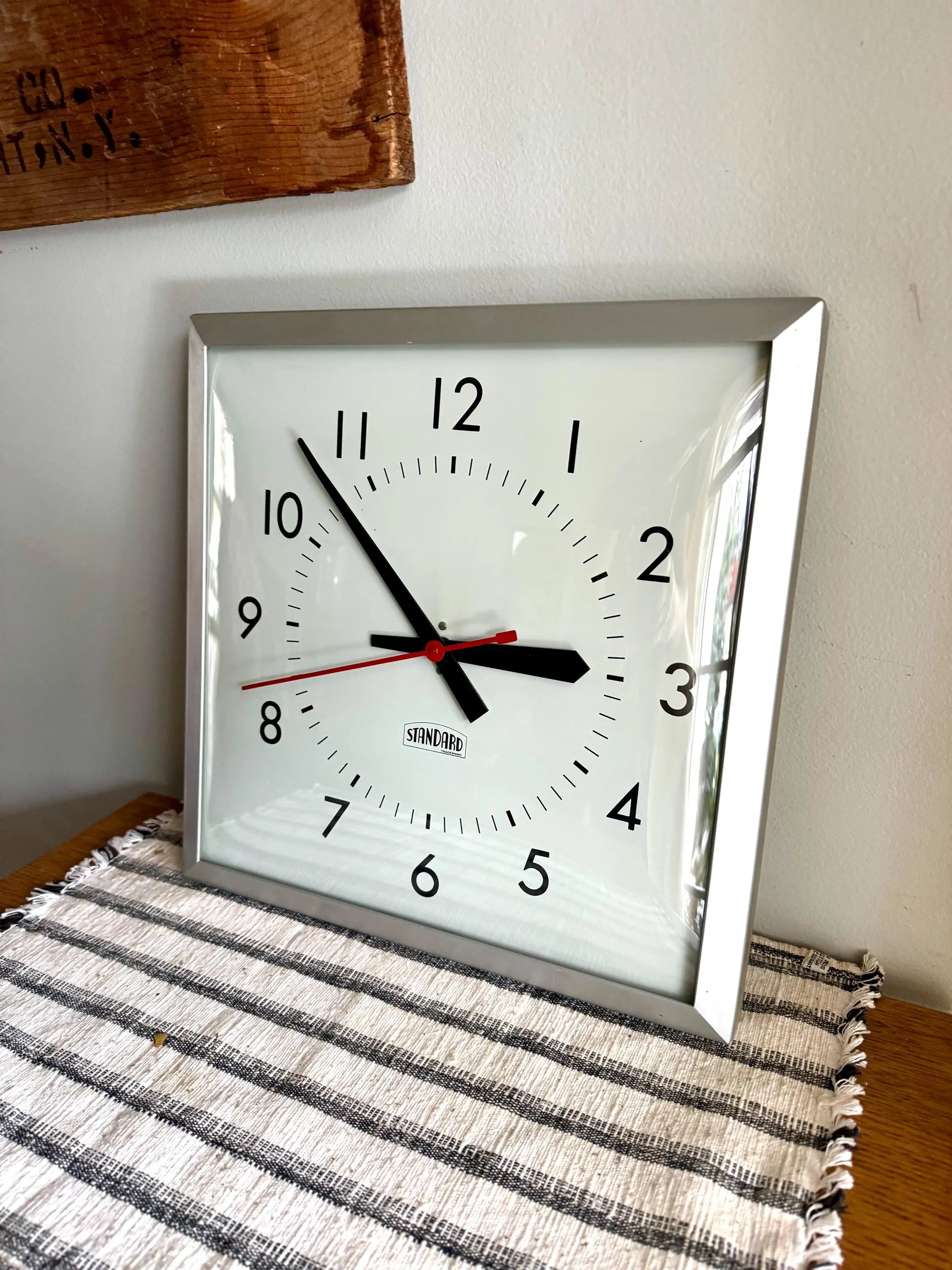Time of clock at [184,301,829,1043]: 2:52
